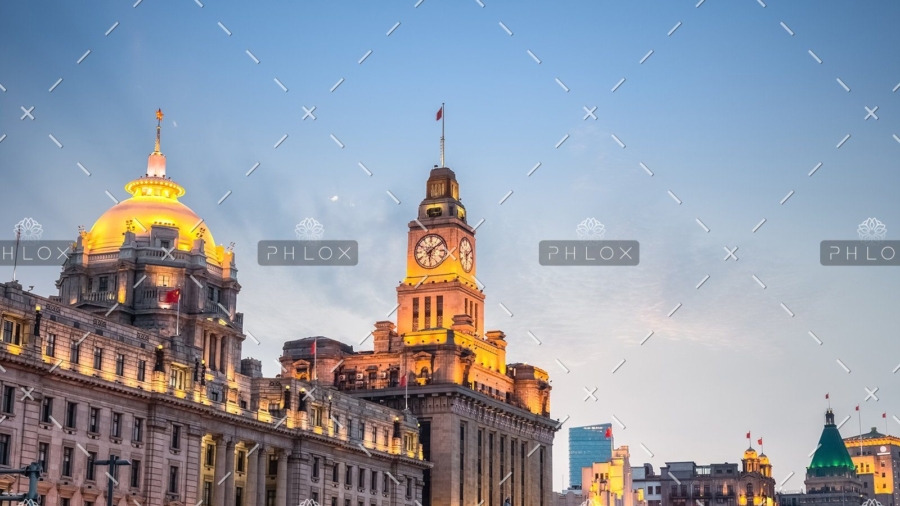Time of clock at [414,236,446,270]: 6:08
